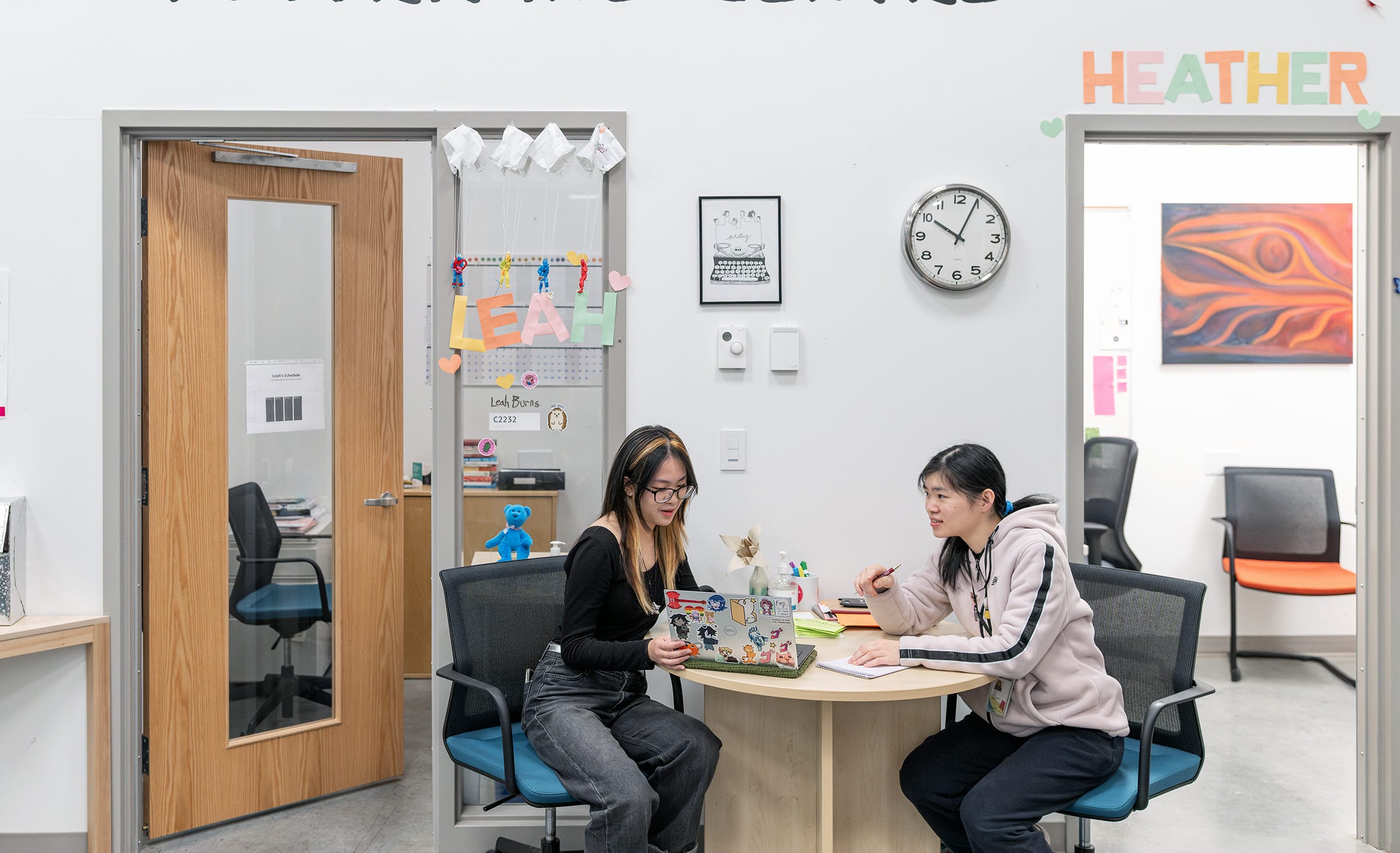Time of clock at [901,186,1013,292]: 10:04
